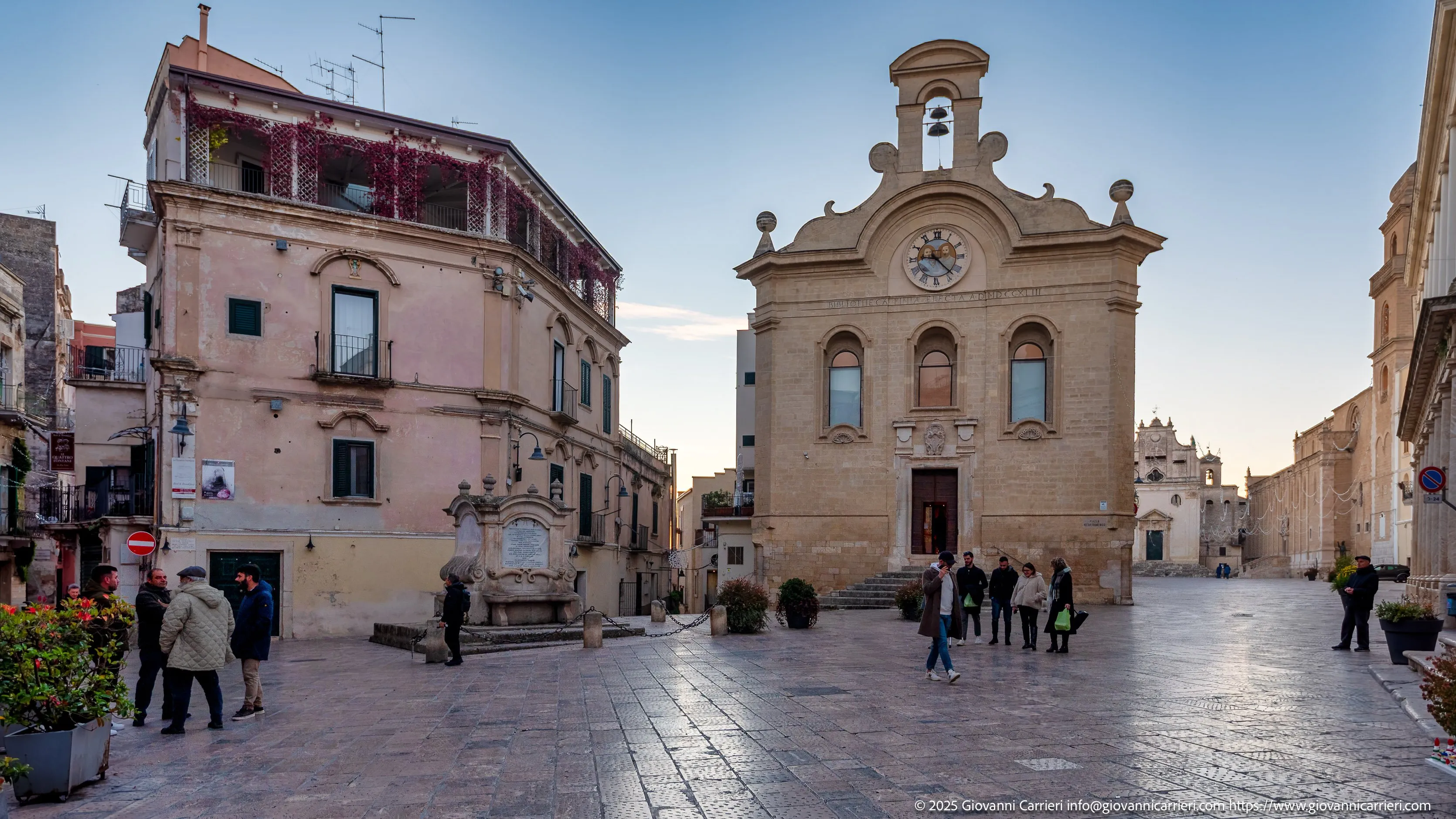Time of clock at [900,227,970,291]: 9:22
